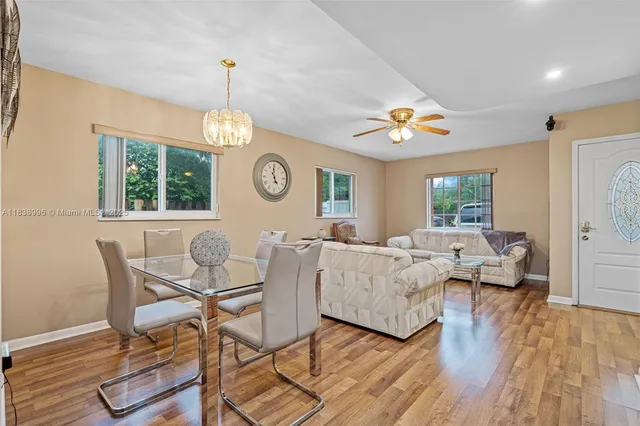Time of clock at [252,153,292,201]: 4:59
